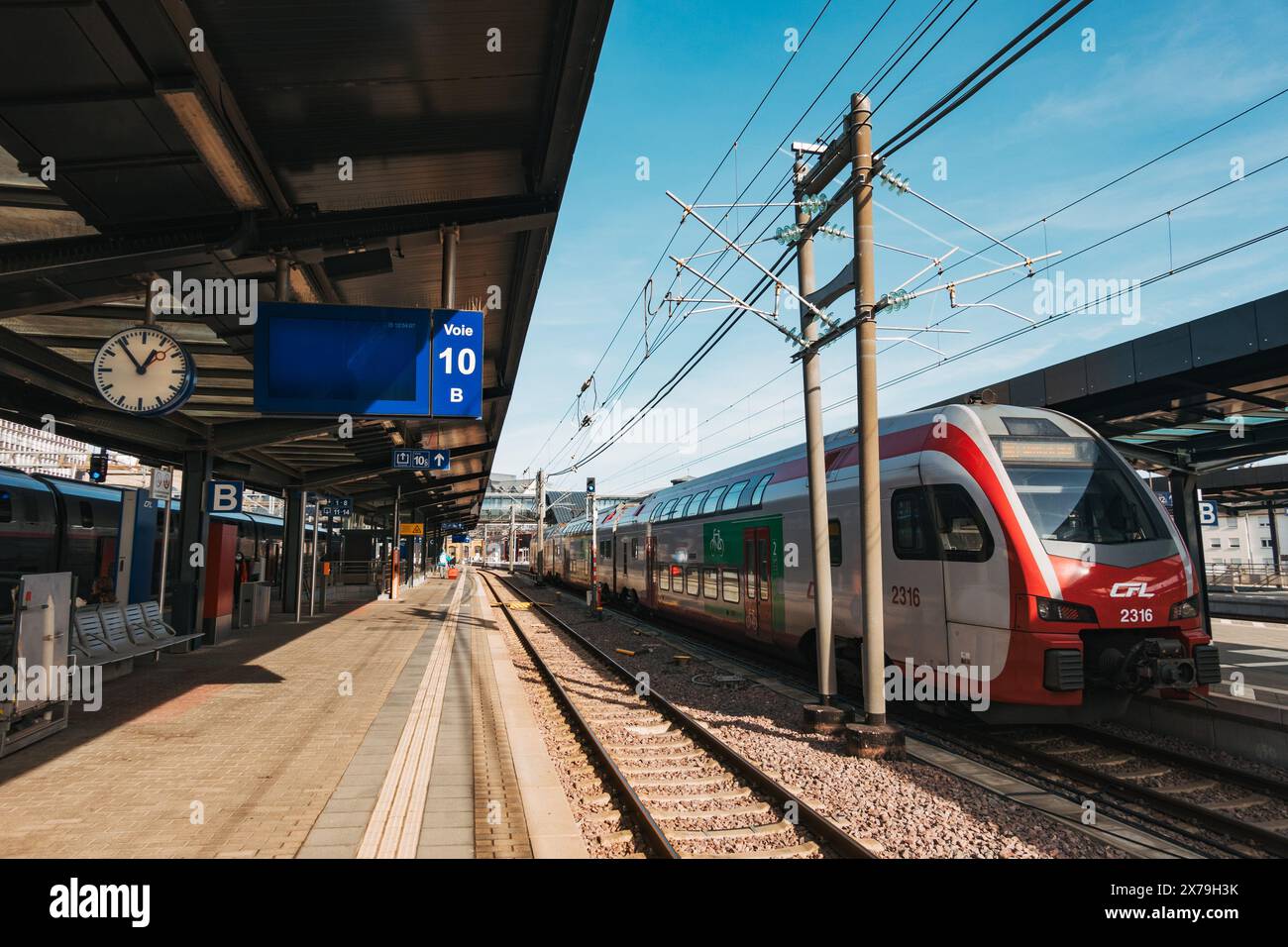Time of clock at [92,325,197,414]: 12:53
